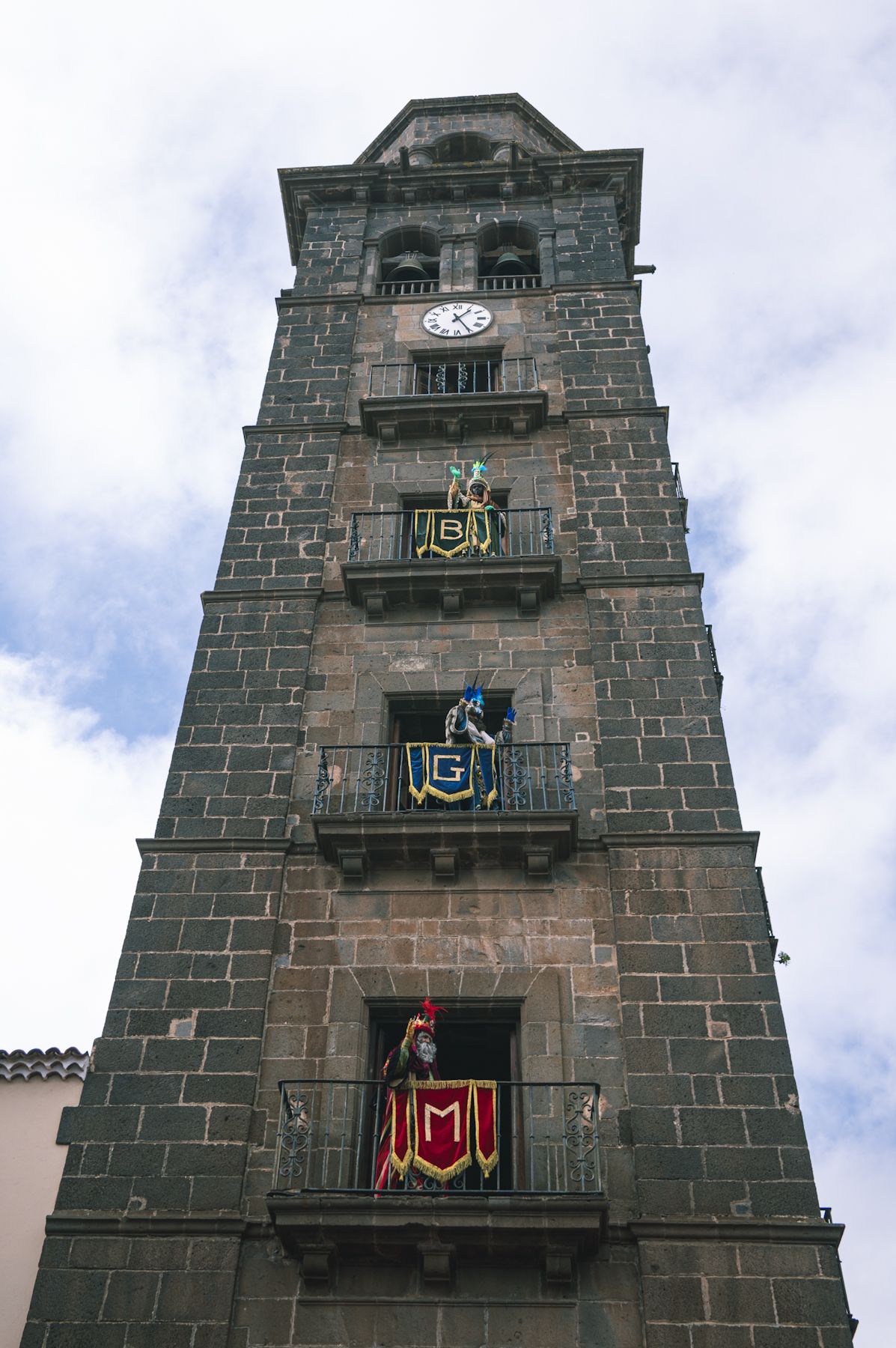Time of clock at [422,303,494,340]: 1:25
